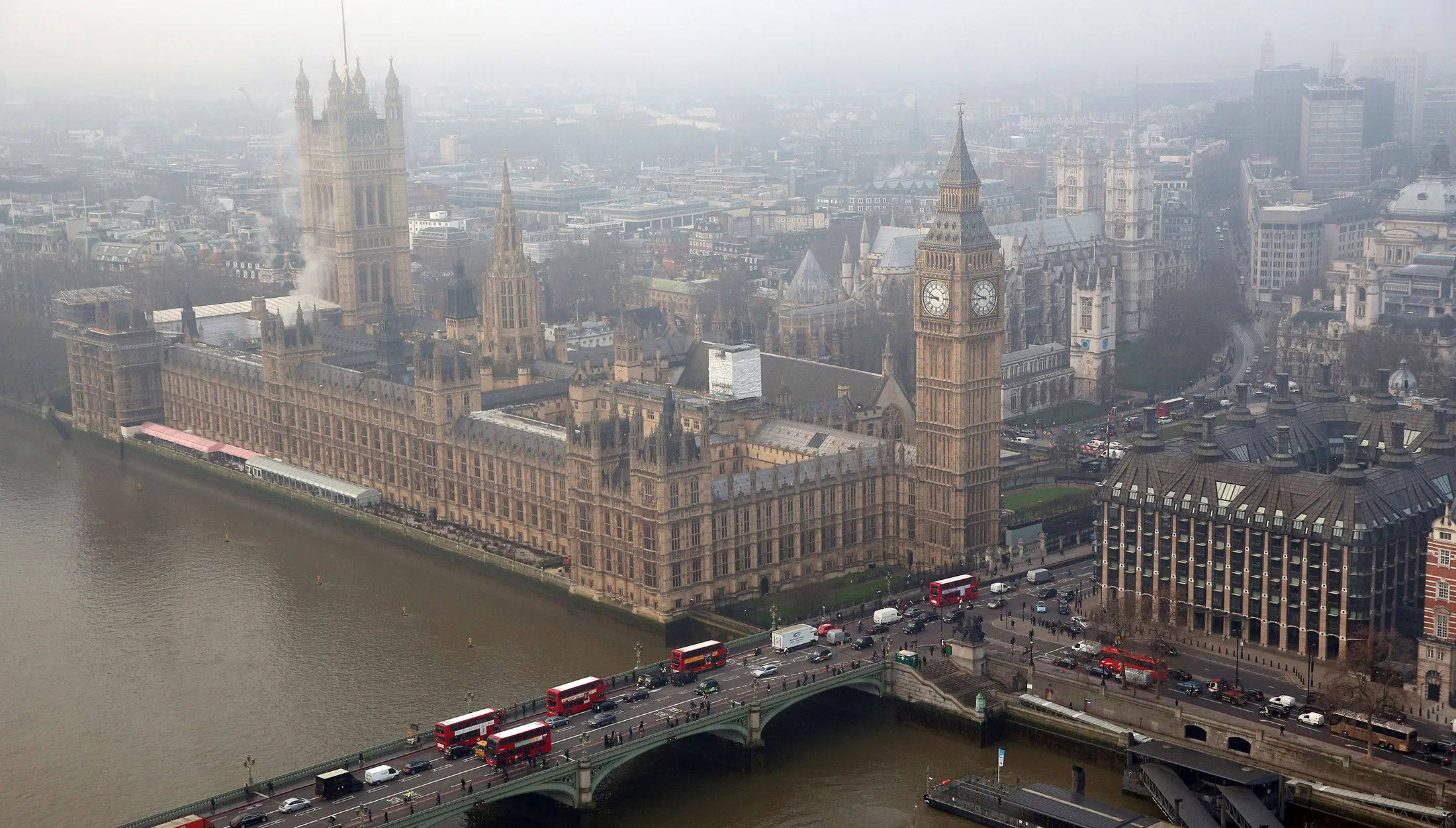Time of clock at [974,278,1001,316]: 8:48
